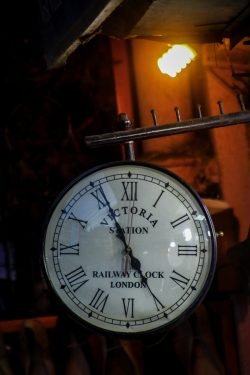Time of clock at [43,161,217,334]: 4:55
